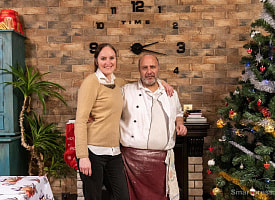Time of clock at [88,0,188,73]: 2:17
